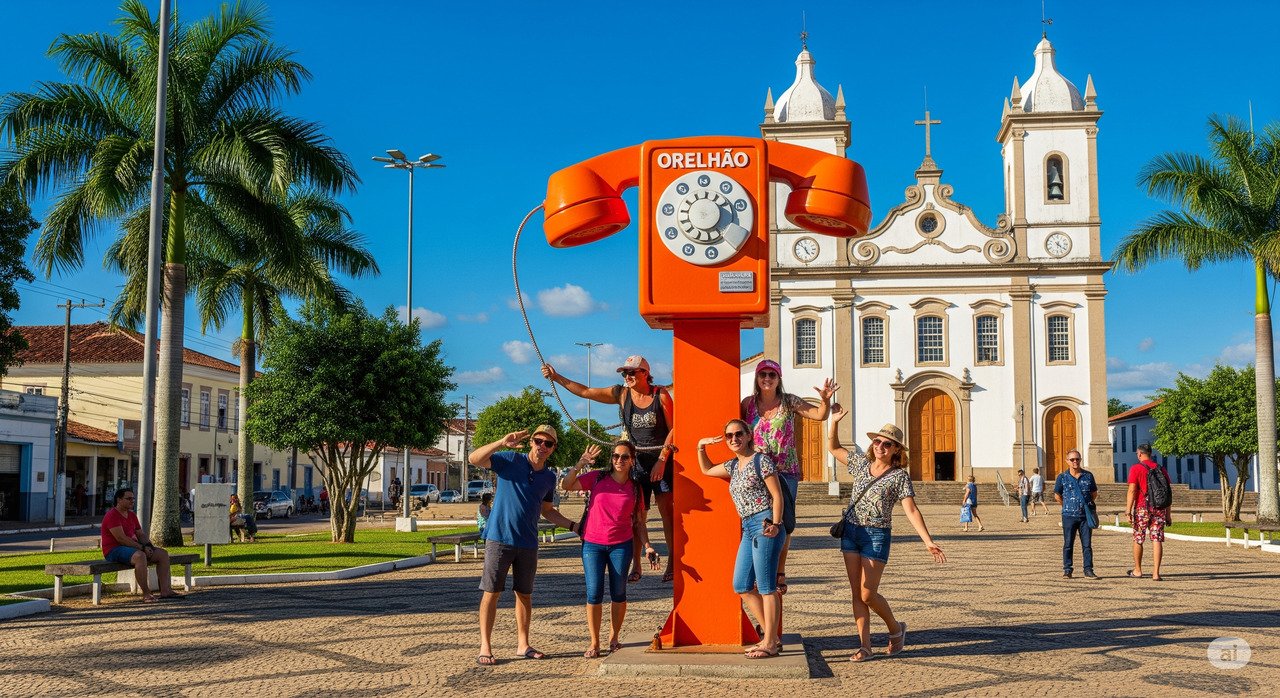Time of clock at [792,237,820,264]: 4:52
